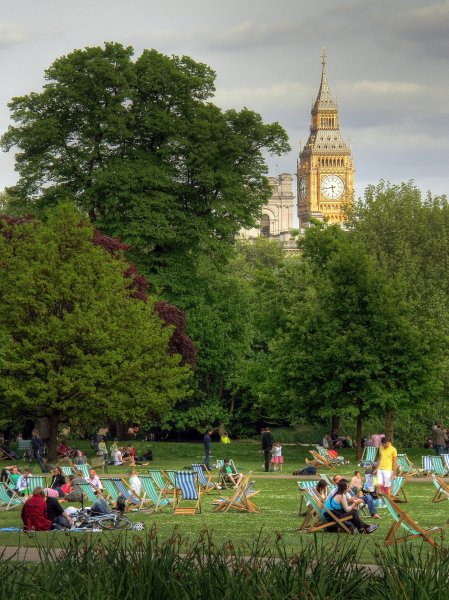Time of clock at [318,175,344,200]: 5:43
